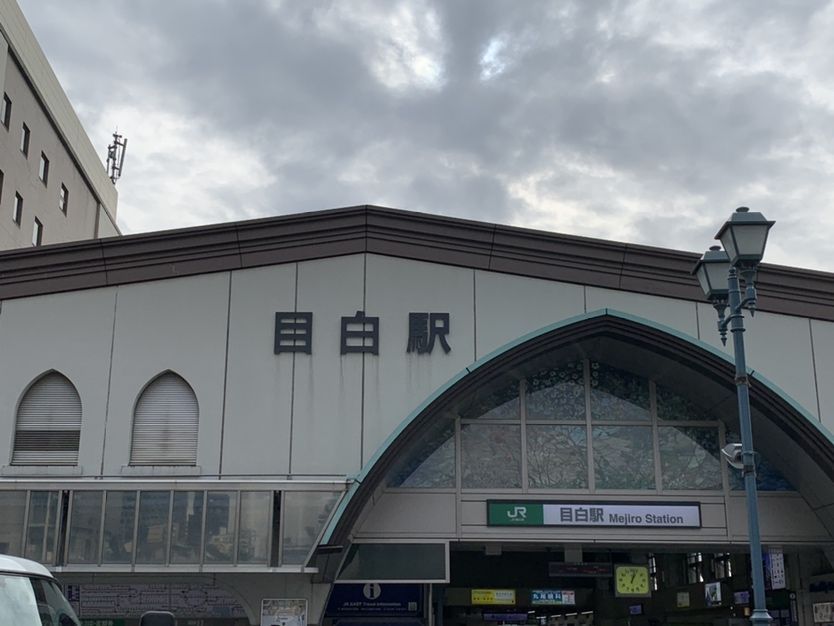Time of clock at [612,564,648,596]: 12:03
